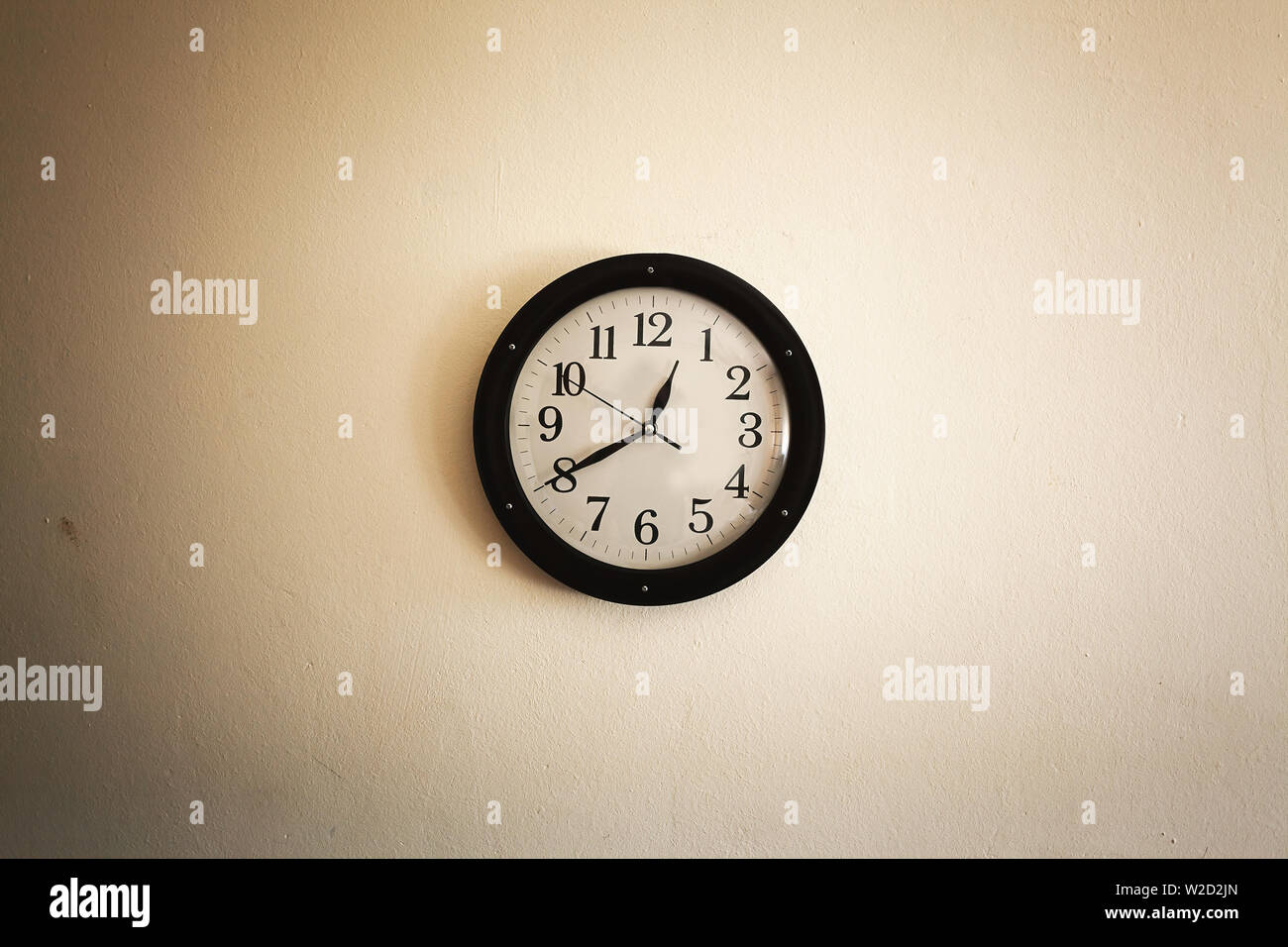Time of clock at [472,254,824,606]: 12:40
